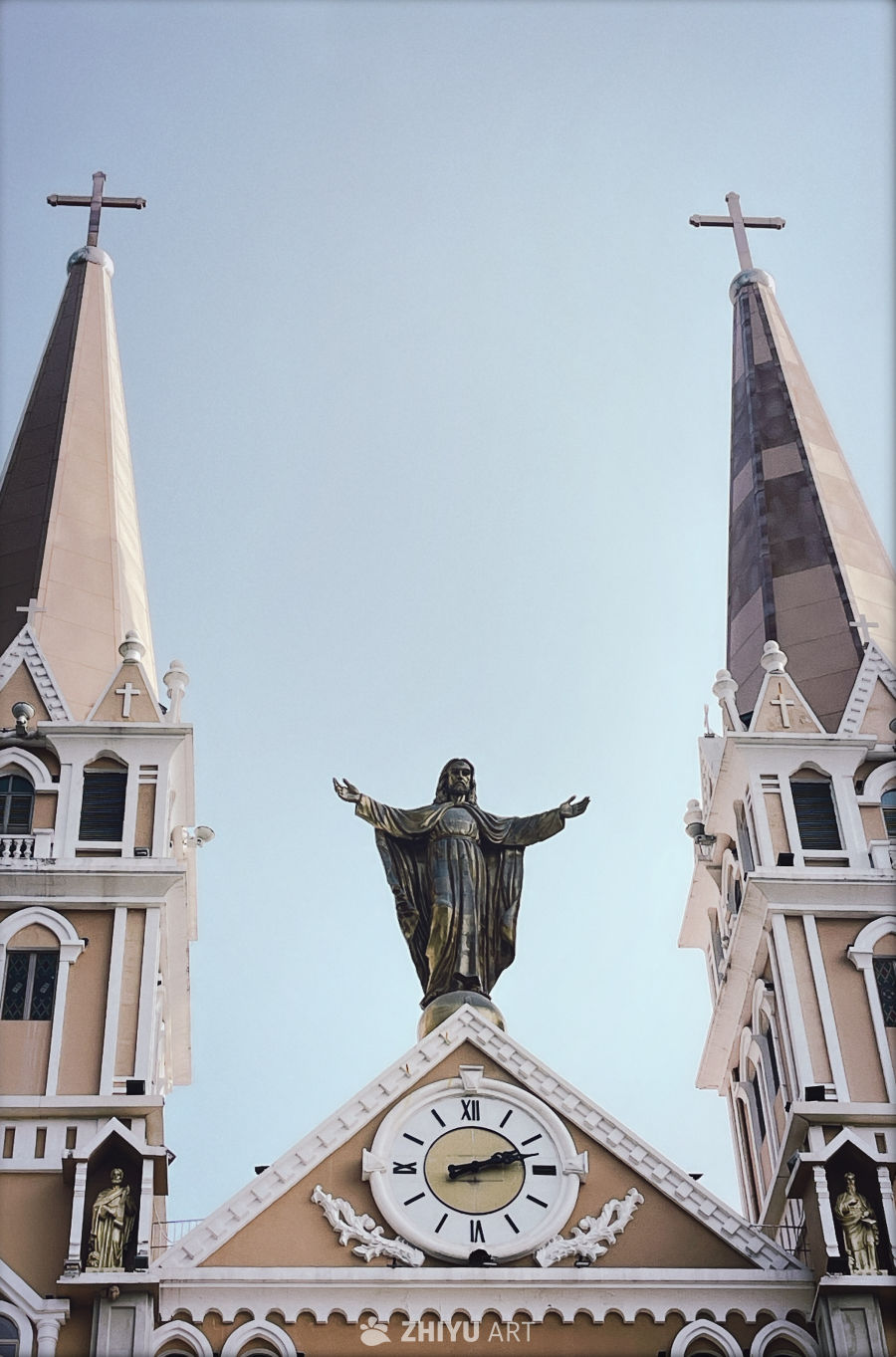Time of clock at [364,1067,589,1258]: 2:12
